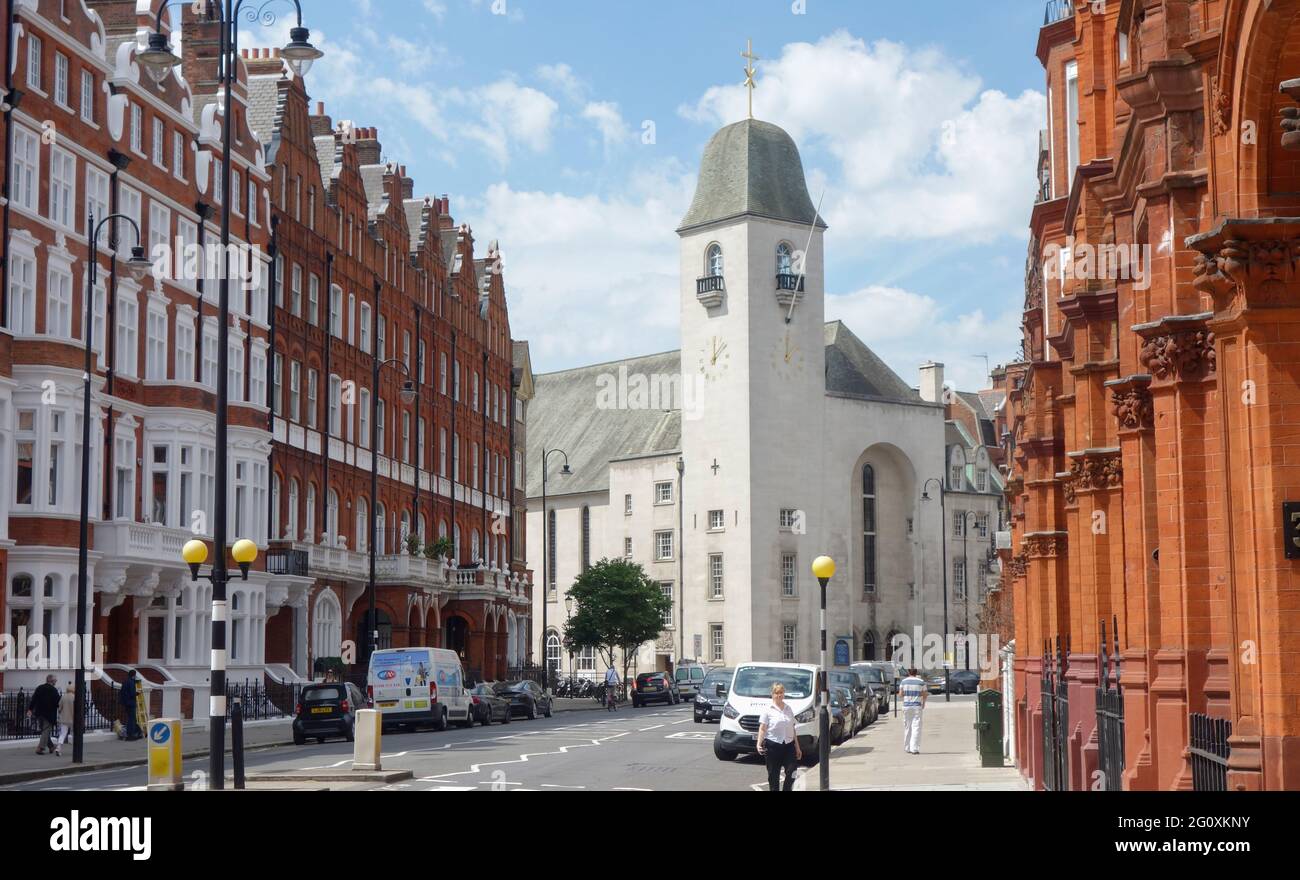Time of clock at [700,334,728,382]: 12:07
